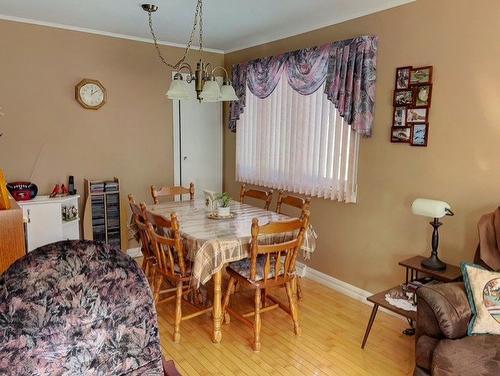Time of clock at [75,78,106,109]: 12:09
